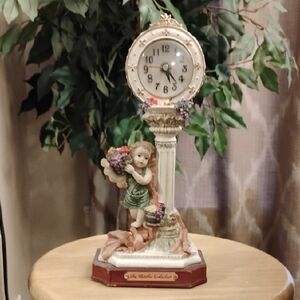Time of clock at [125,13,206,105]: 5:22
